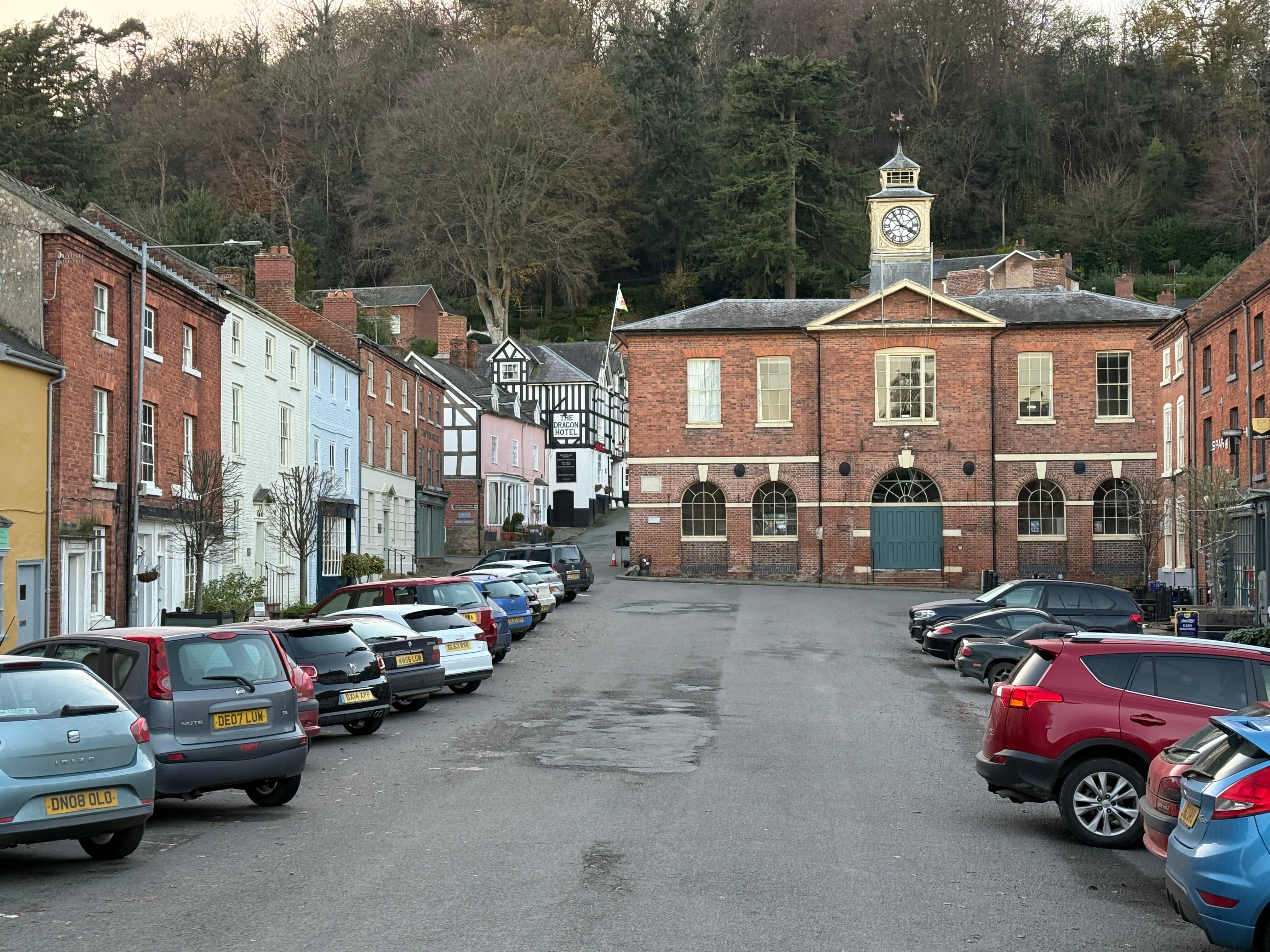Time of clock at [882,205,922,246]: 3:54
